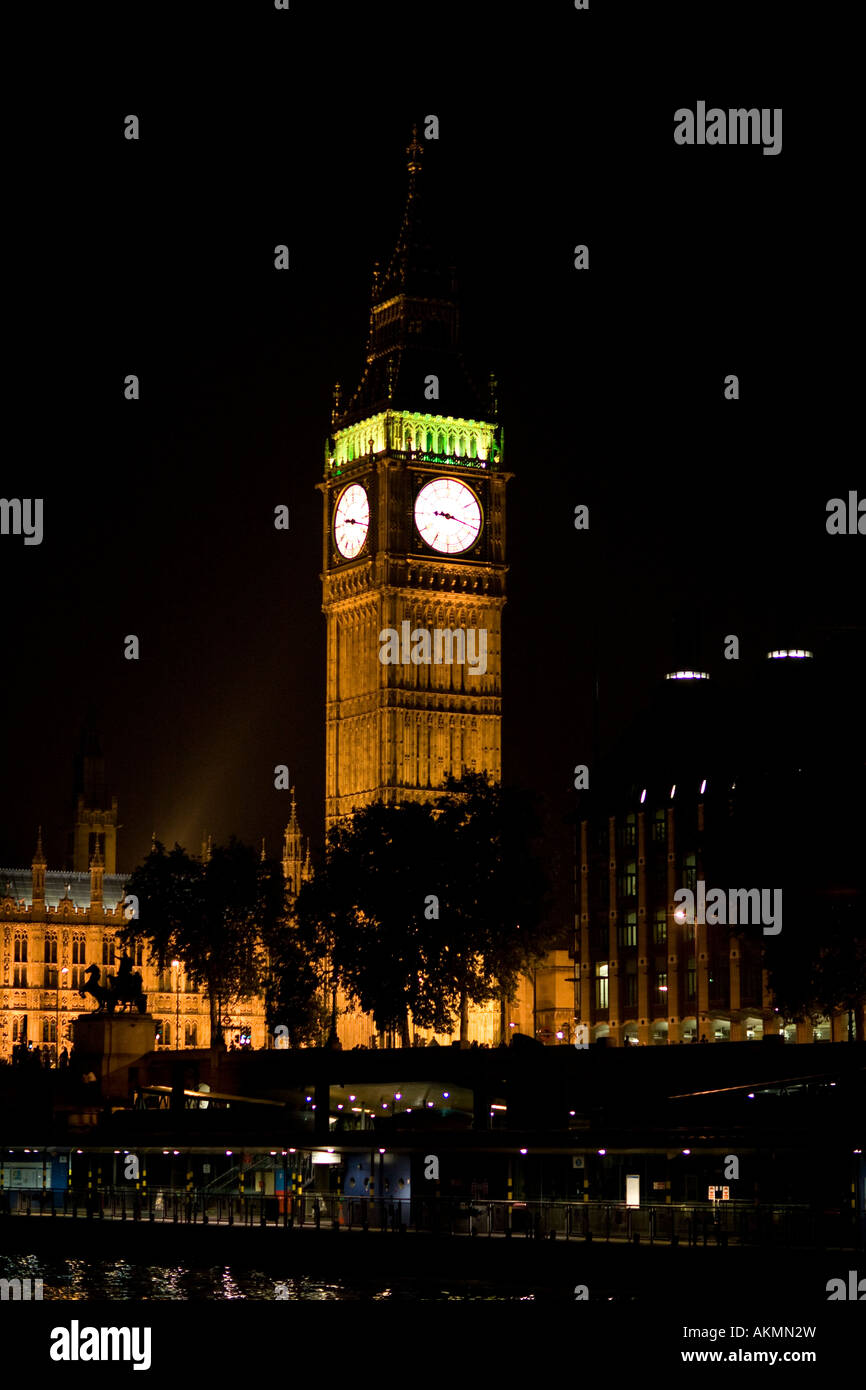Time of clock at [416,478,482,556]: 9:17
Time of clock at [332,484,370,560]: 9:17
